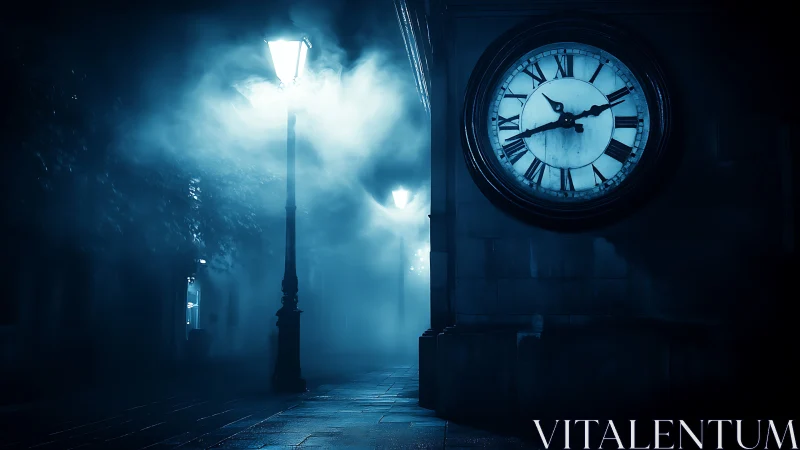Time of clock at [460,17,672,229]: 10:41
